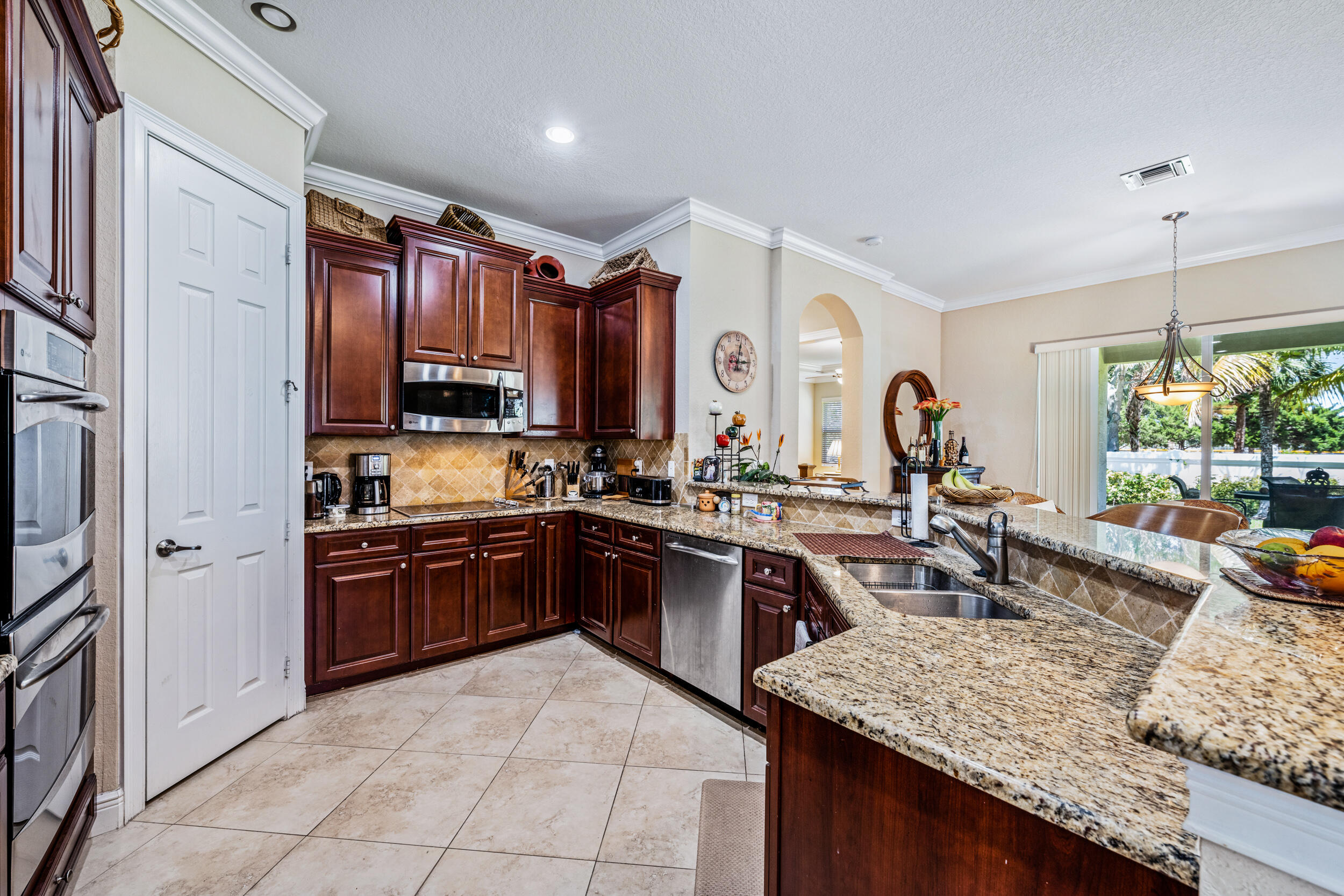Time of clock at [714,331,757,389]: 3:02
